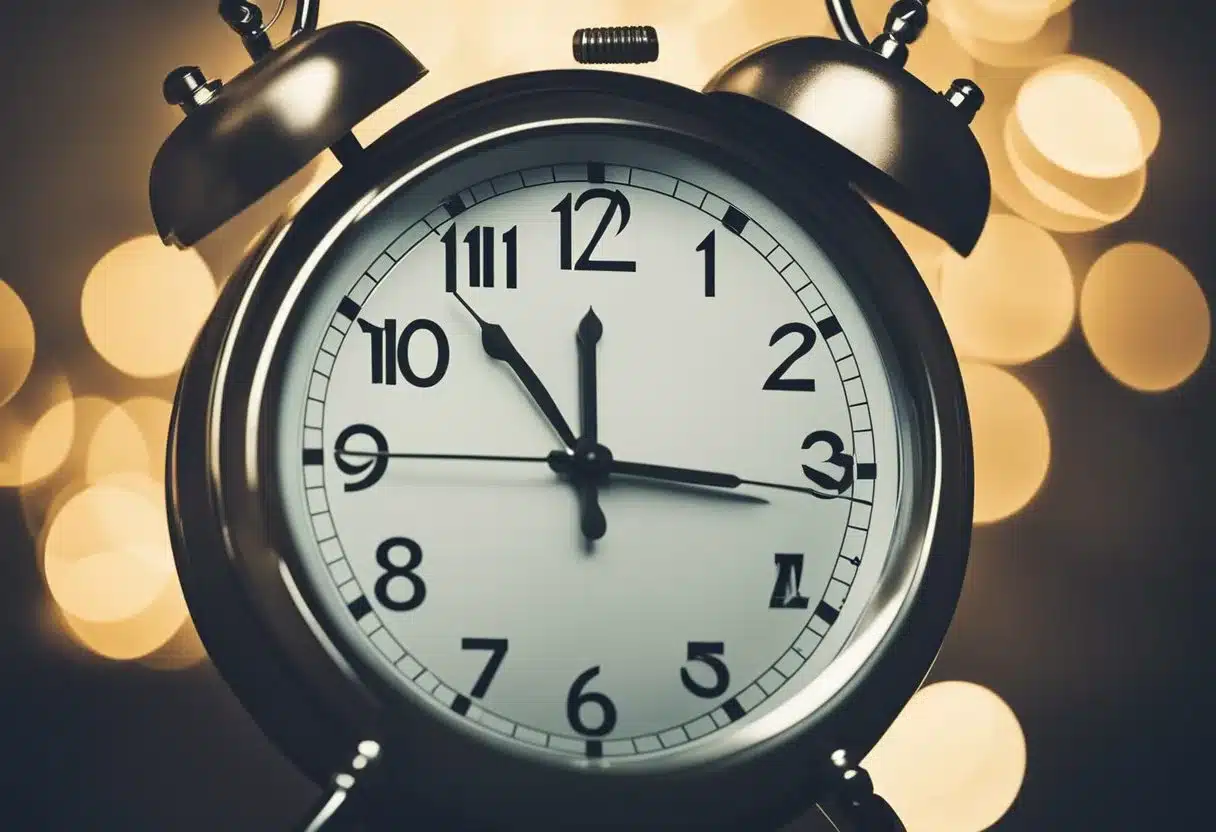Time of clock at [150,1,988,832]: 11:53
